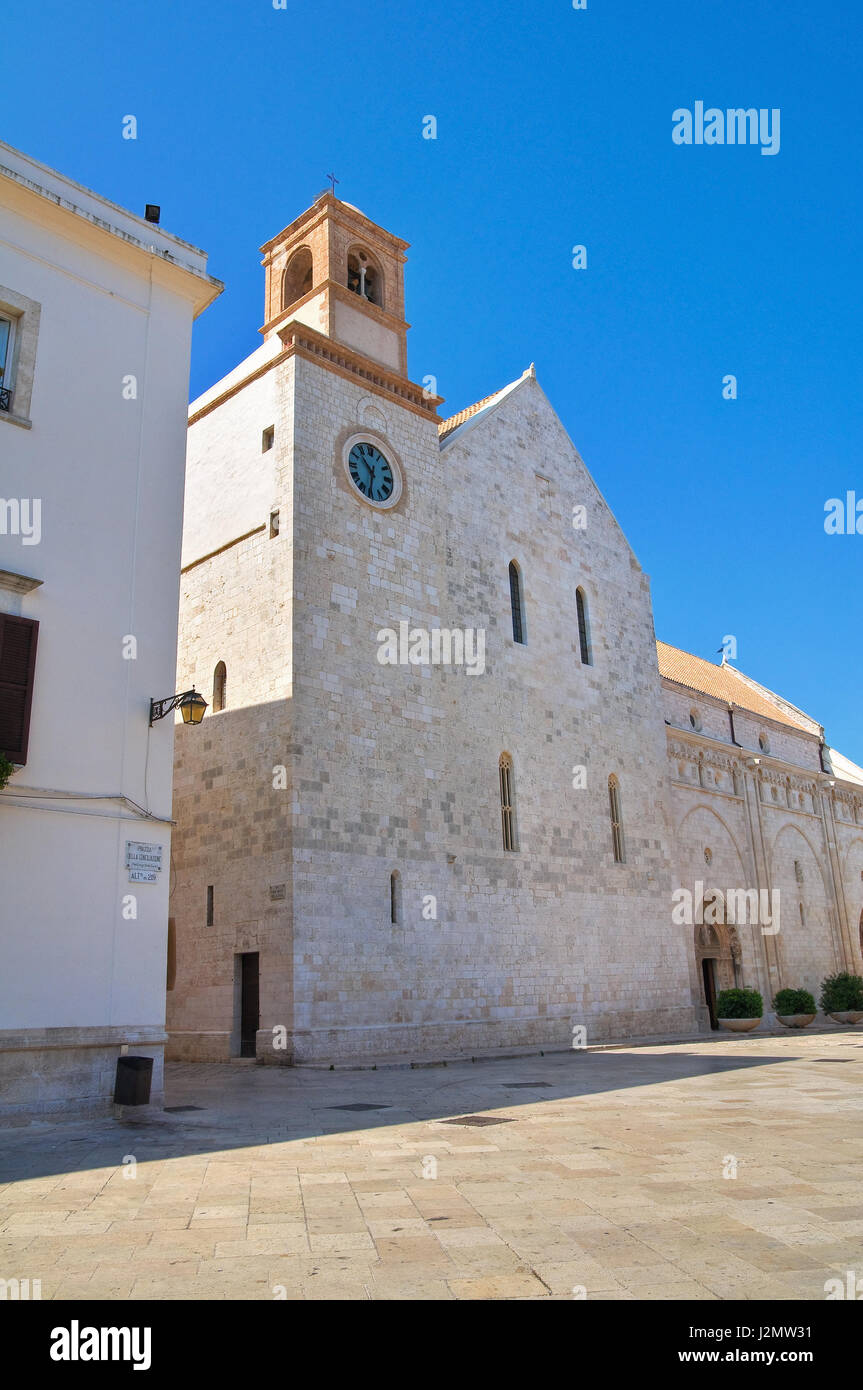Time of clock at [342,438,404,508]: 10:32
